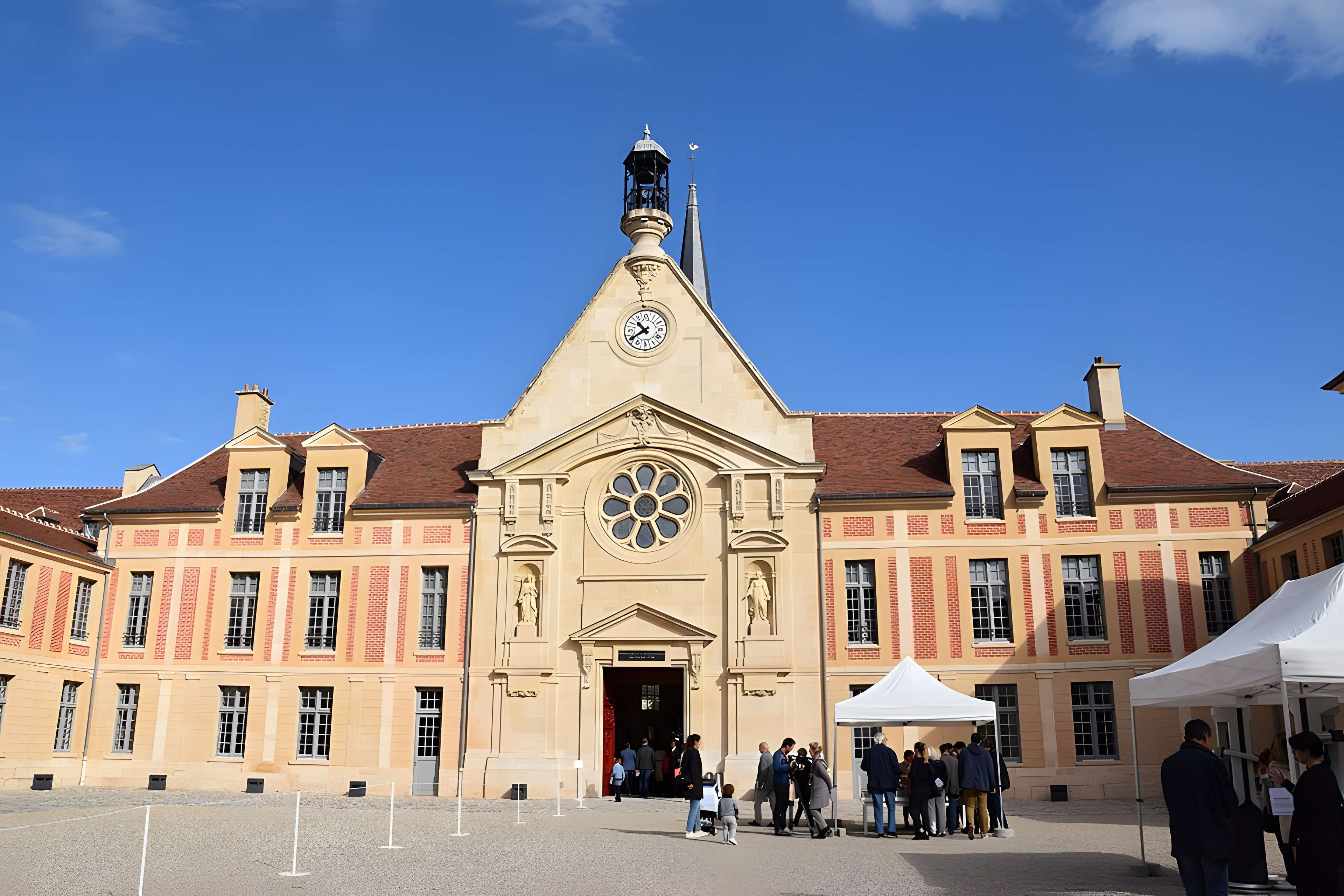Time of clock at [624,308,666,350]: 10:39
